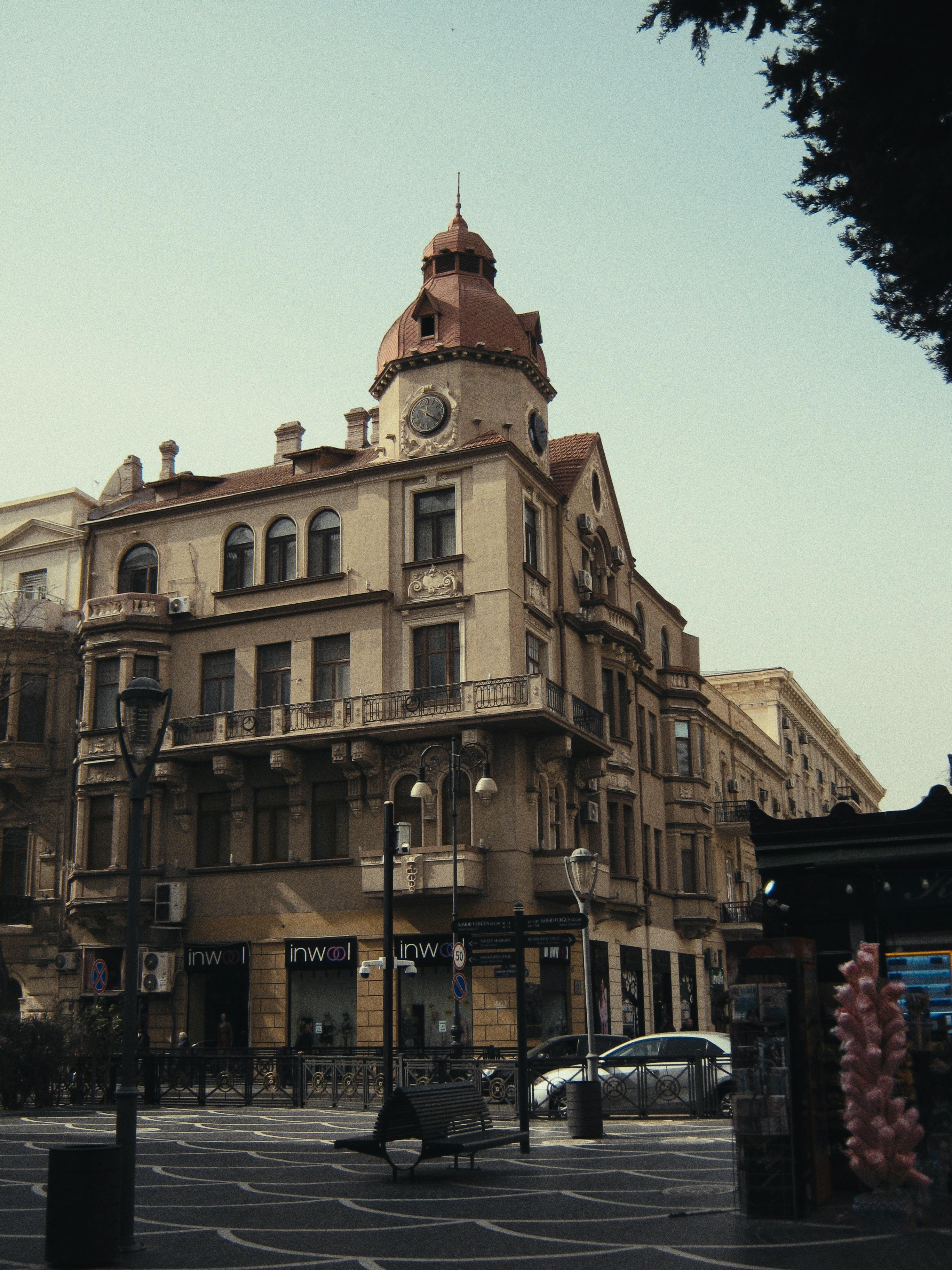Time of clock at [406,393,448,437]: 4:21
